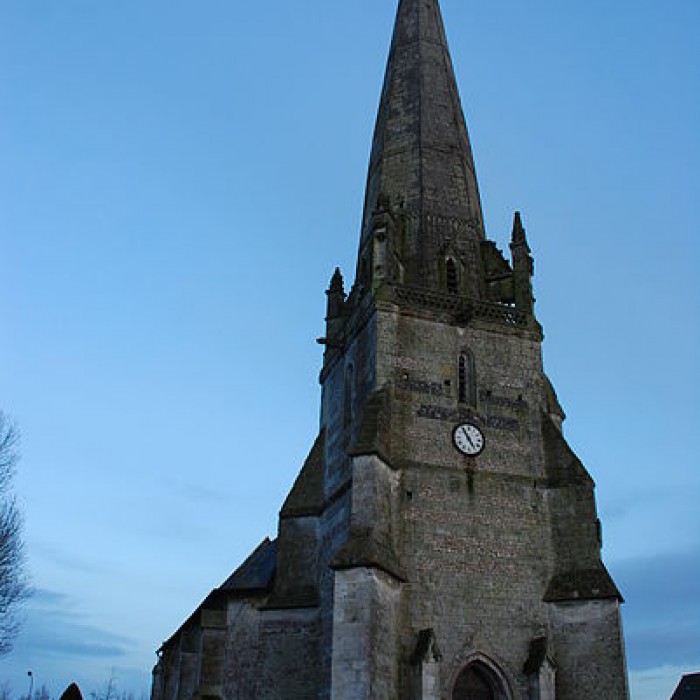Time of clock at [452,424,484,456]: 4:54
